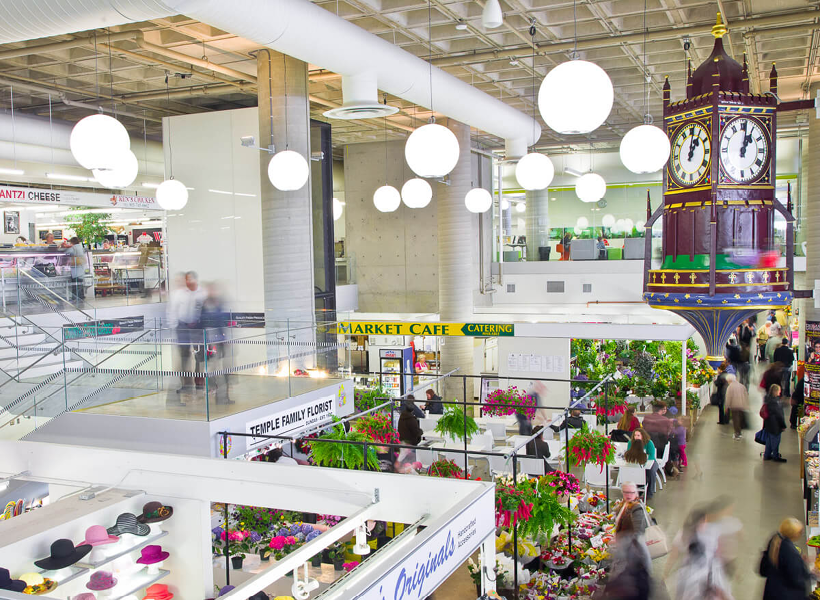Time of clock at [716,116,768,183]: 1:01
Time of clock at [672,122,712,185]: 1:01
